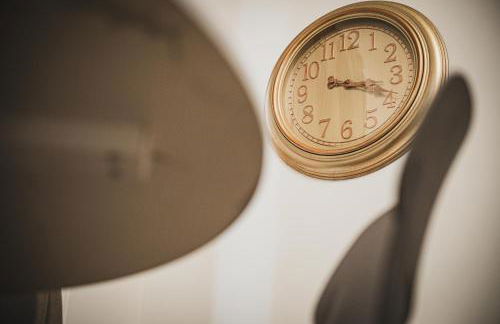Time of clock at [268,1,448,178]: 3:18
